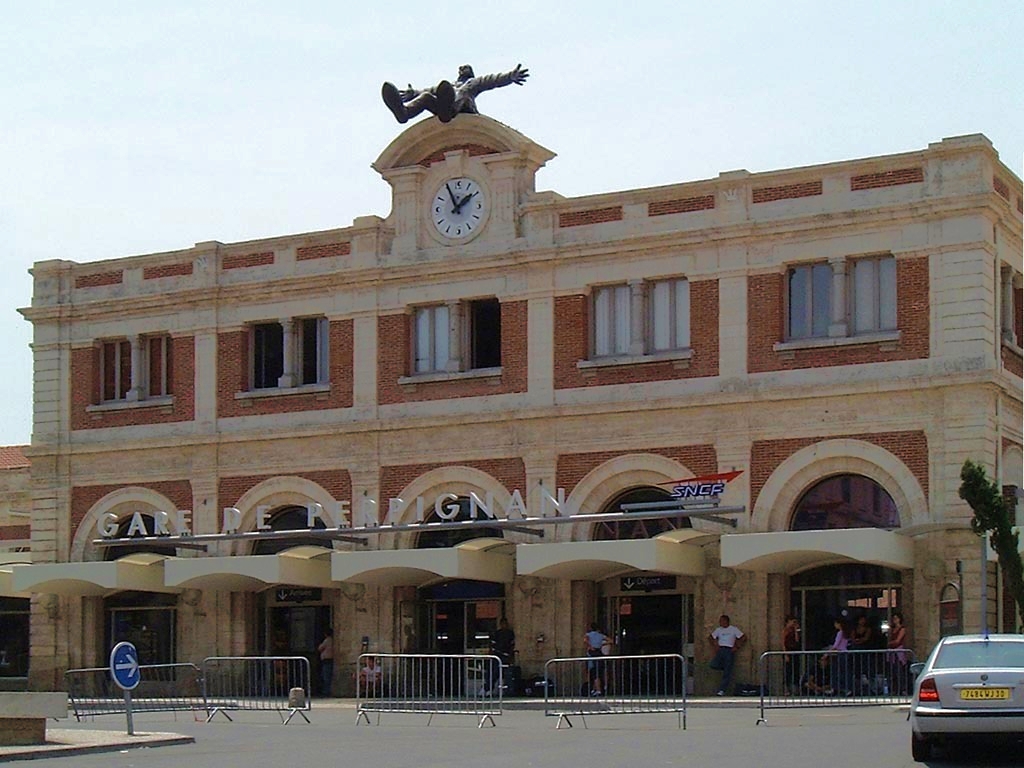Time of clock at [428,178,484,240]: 1:55
